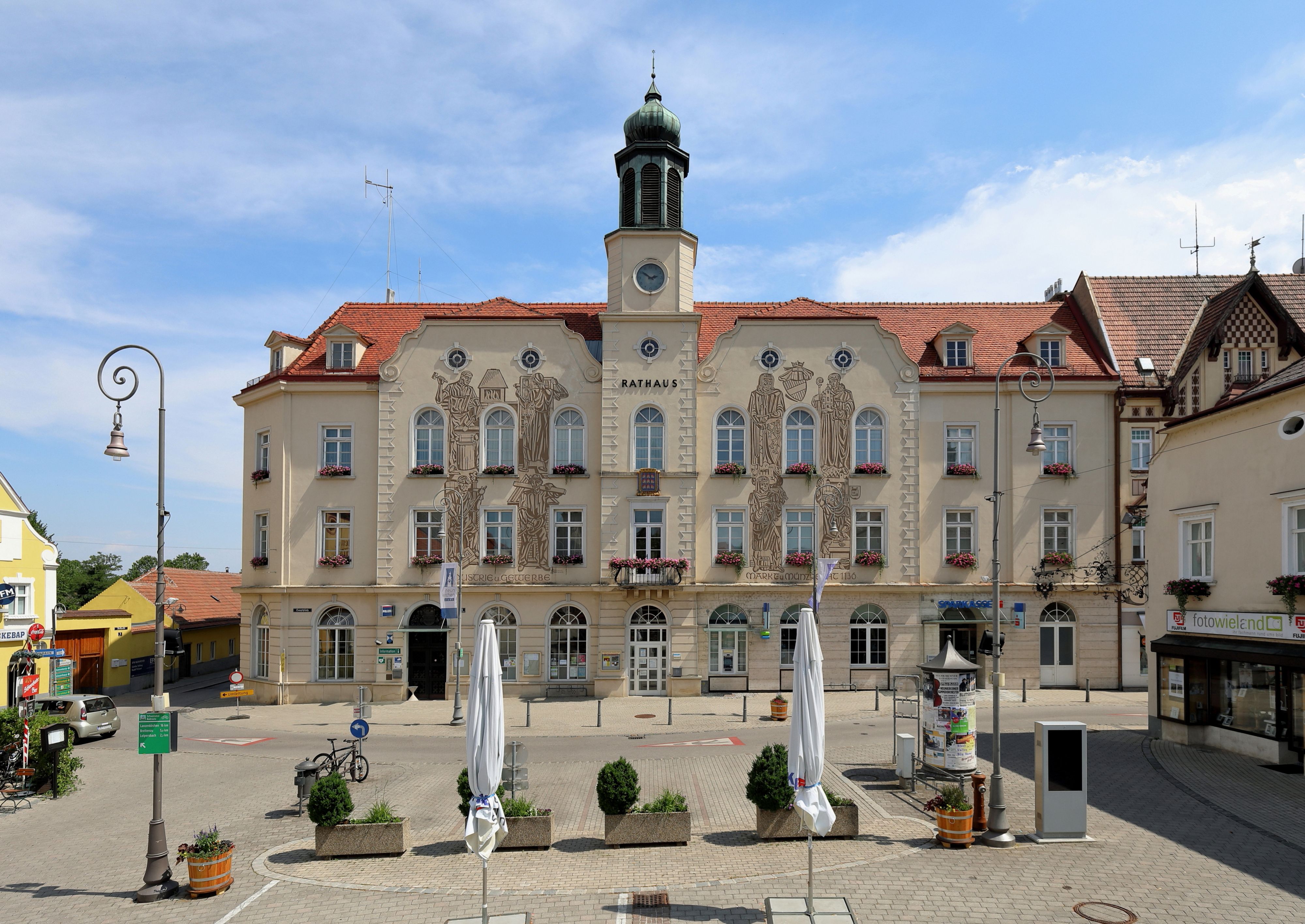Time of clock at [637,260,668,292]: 2:50
